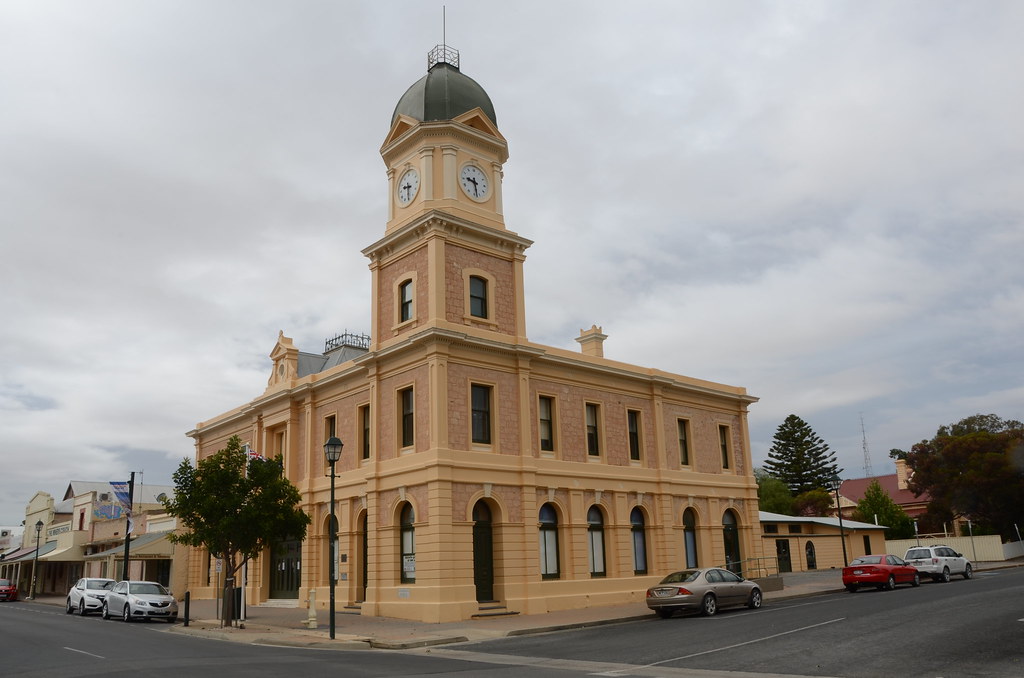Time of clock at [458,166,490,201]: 9:28
